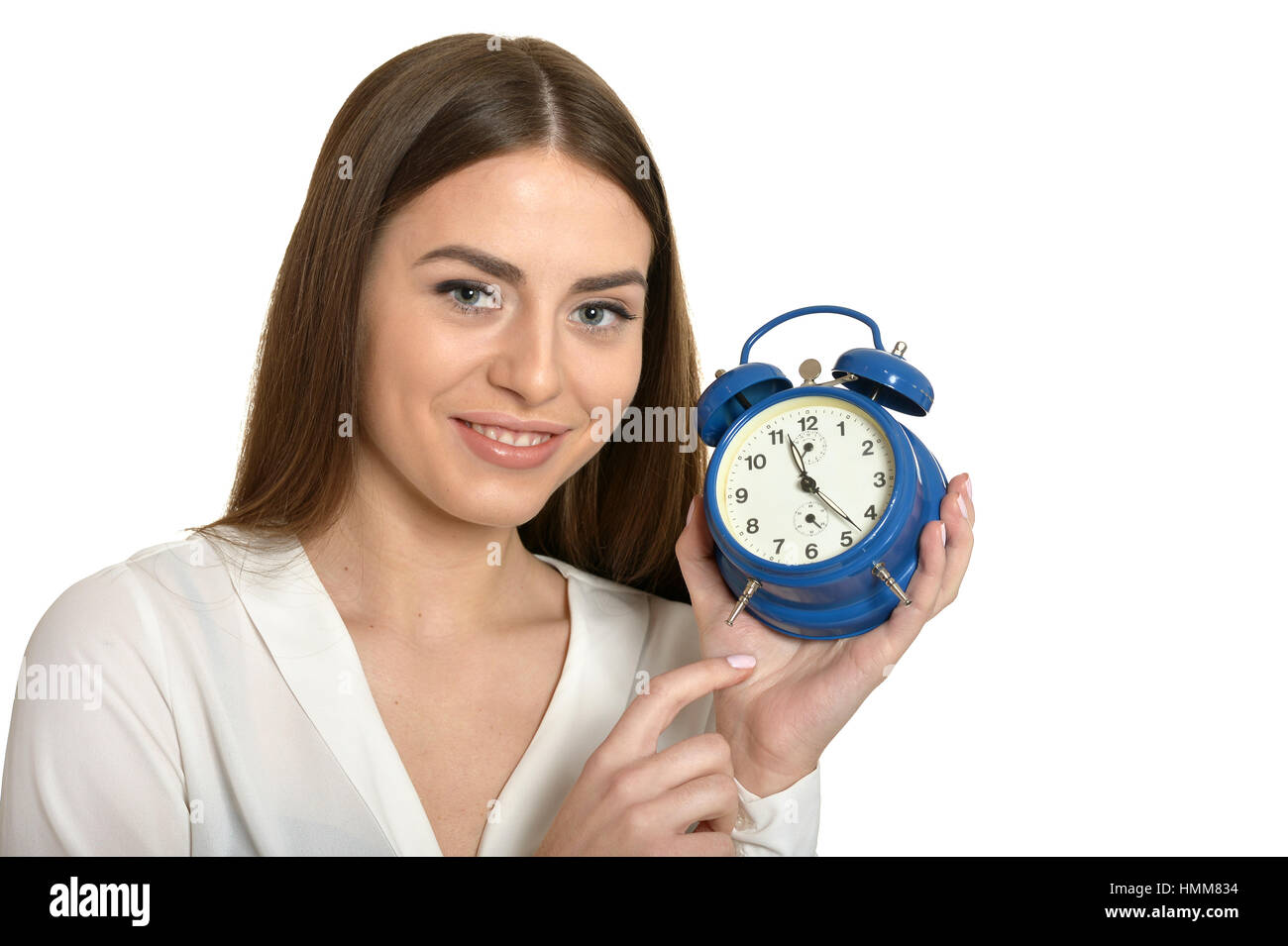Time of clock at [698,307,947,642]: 11:22
